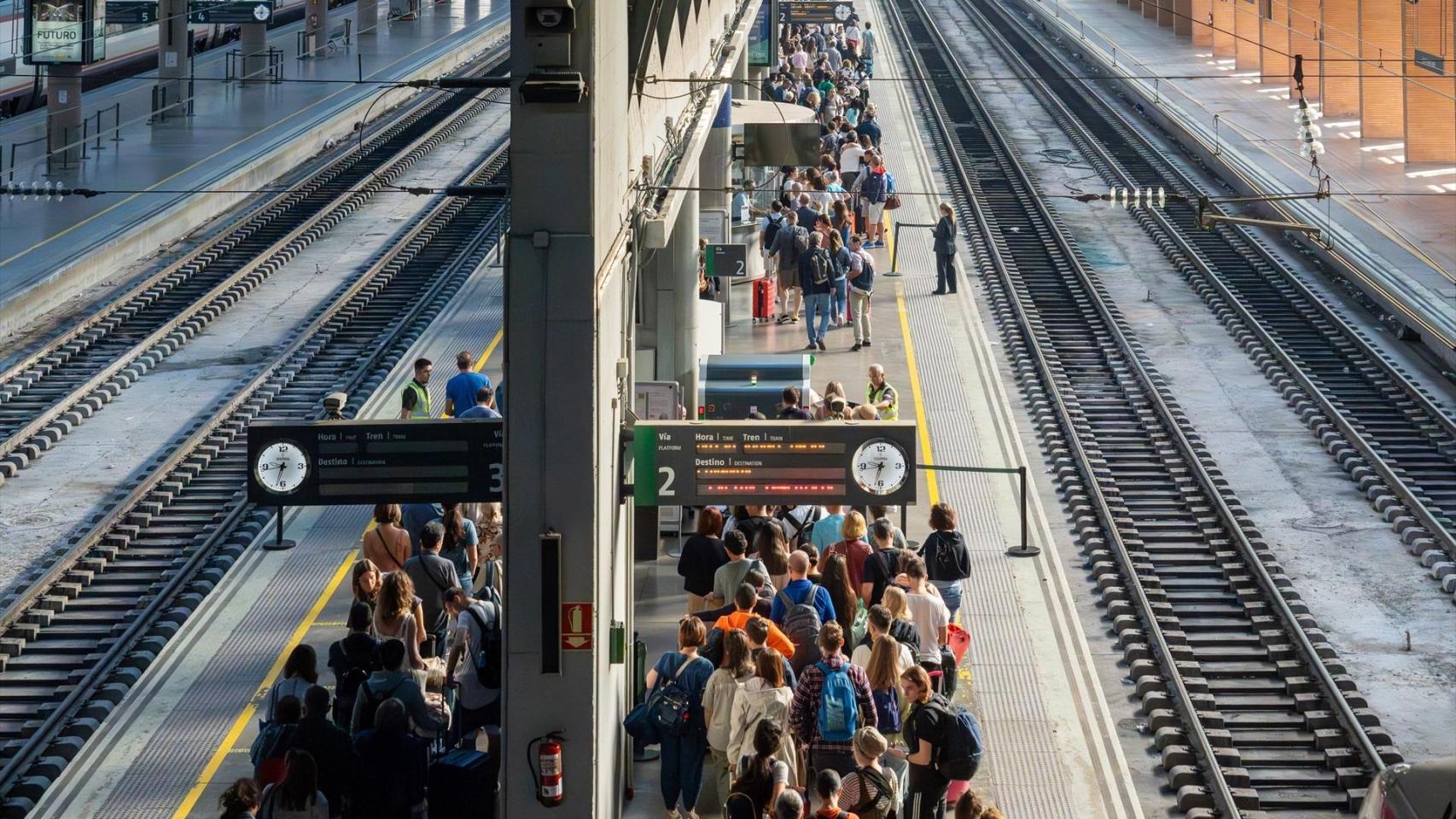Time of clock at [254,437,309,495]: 8:32
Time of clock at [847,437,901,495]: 8:32
